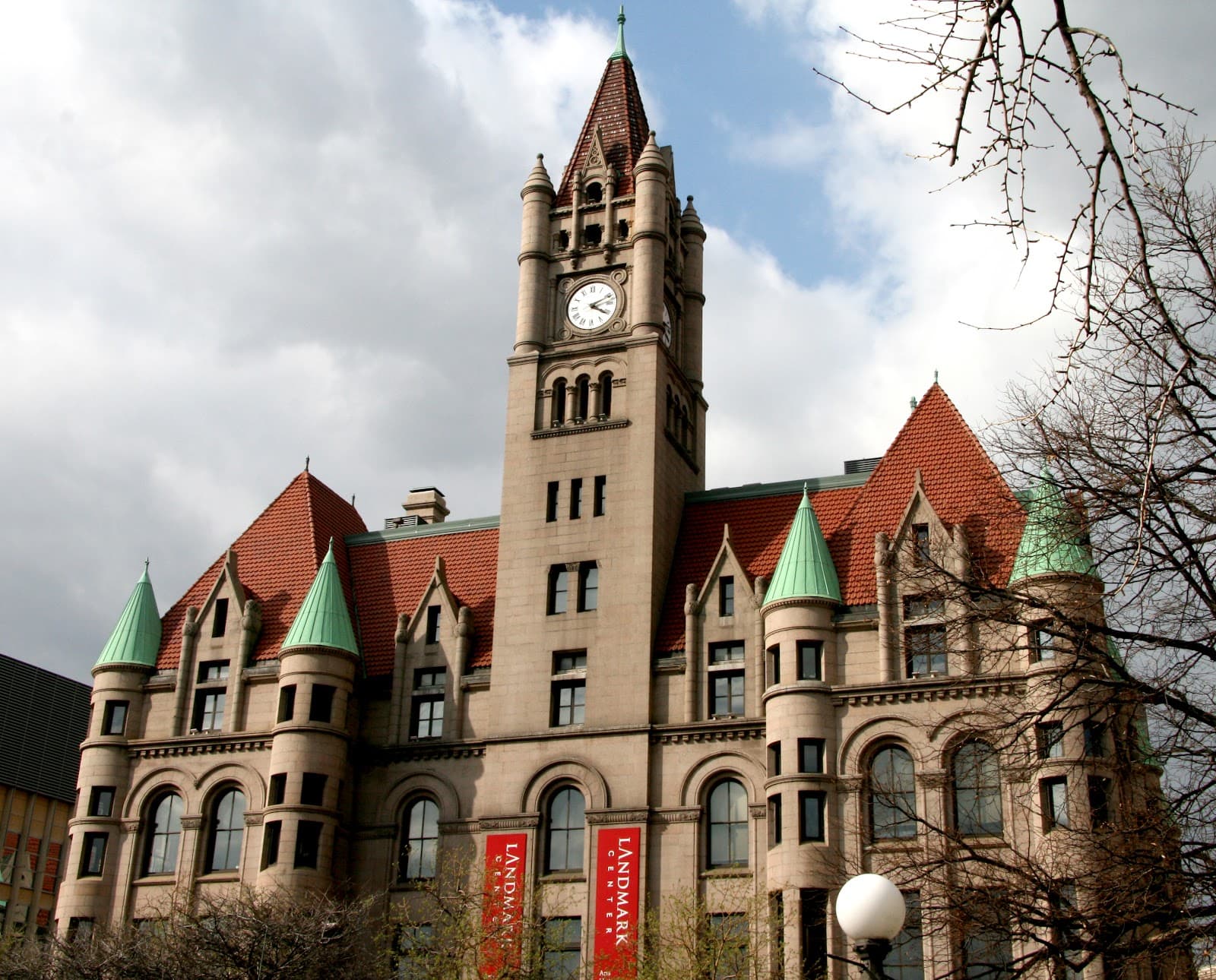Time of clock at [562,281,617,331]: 4:11
